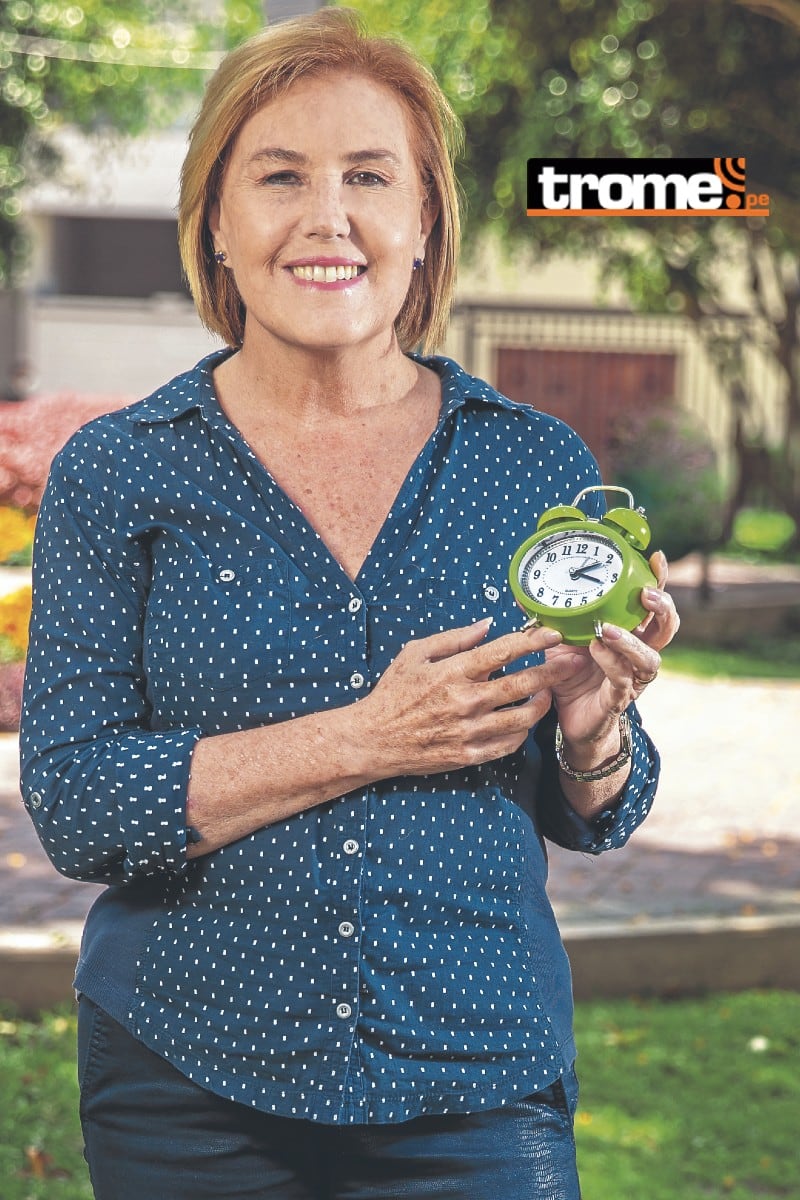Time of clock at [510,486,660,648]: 2:18
